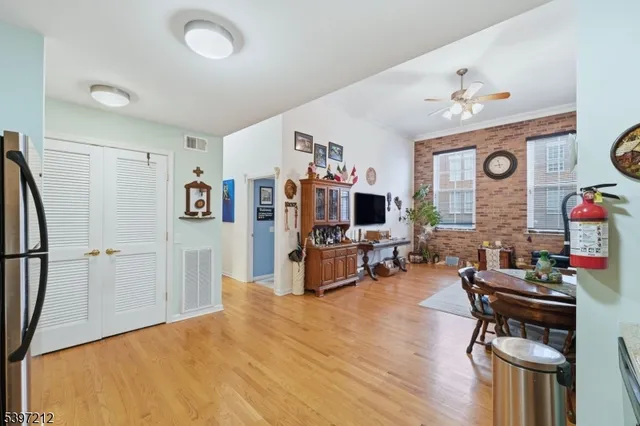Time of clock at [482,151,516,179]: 8:57
